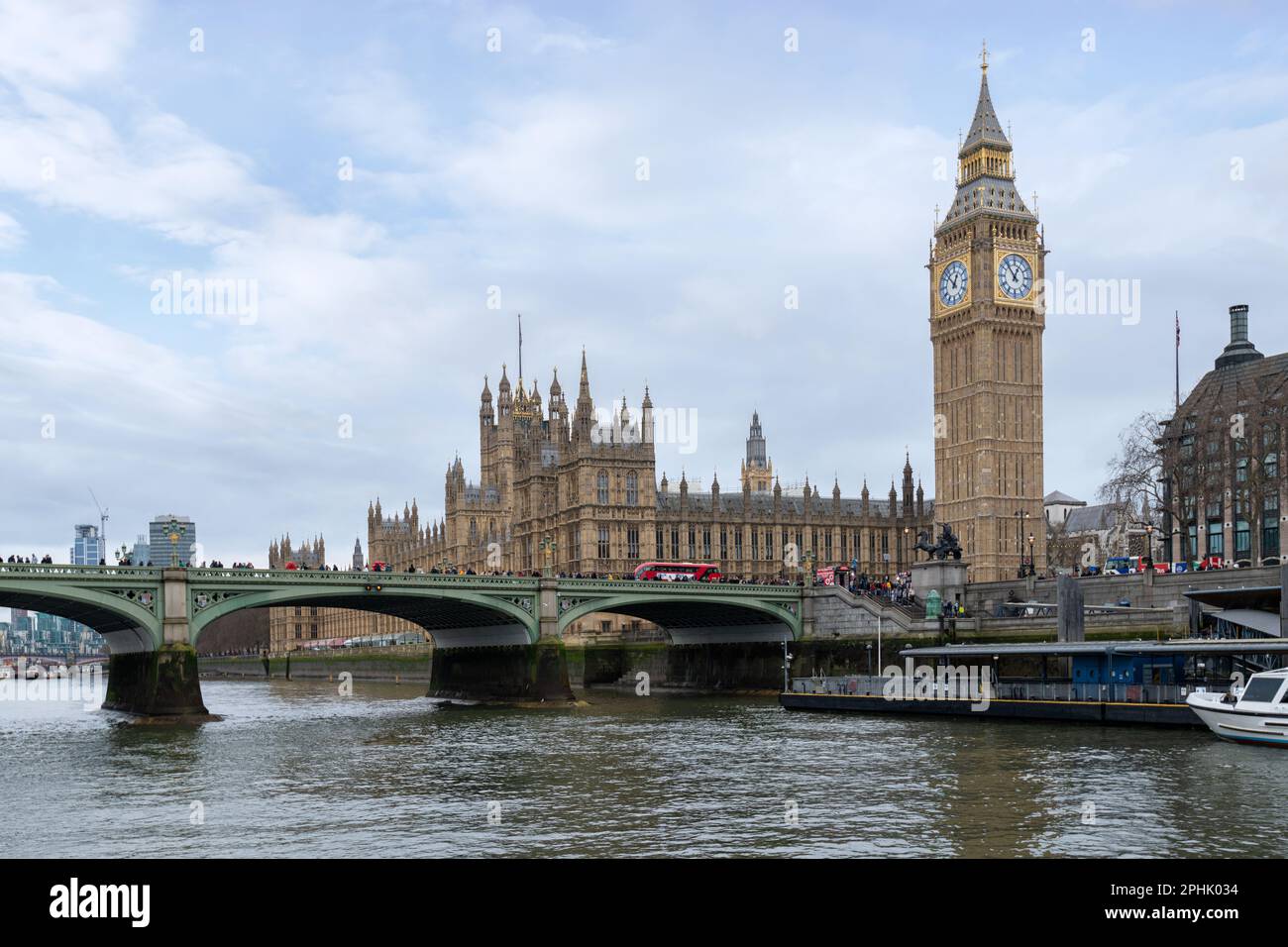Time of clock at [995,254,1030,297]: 12:53
